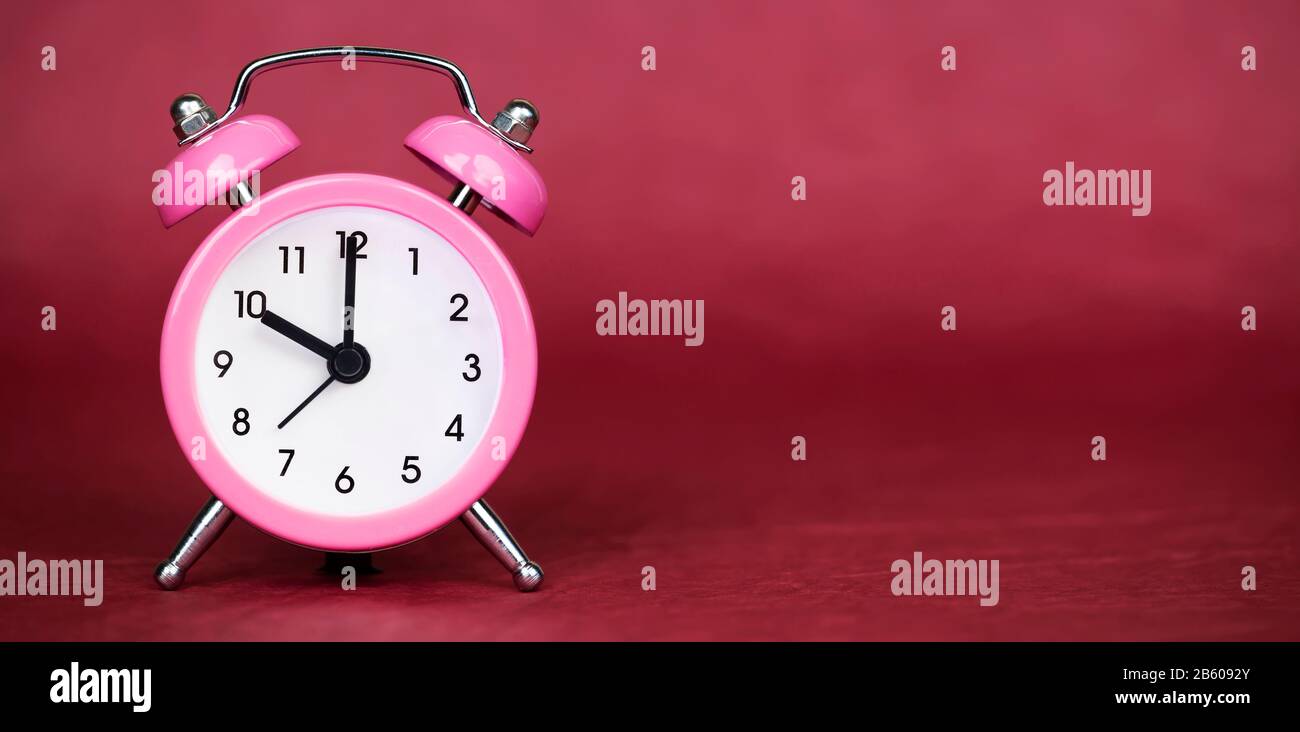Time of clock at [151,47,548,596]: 10:00
